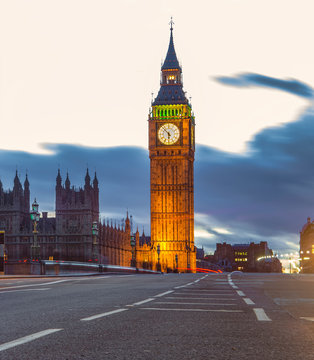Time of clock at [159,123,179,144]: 5:52
